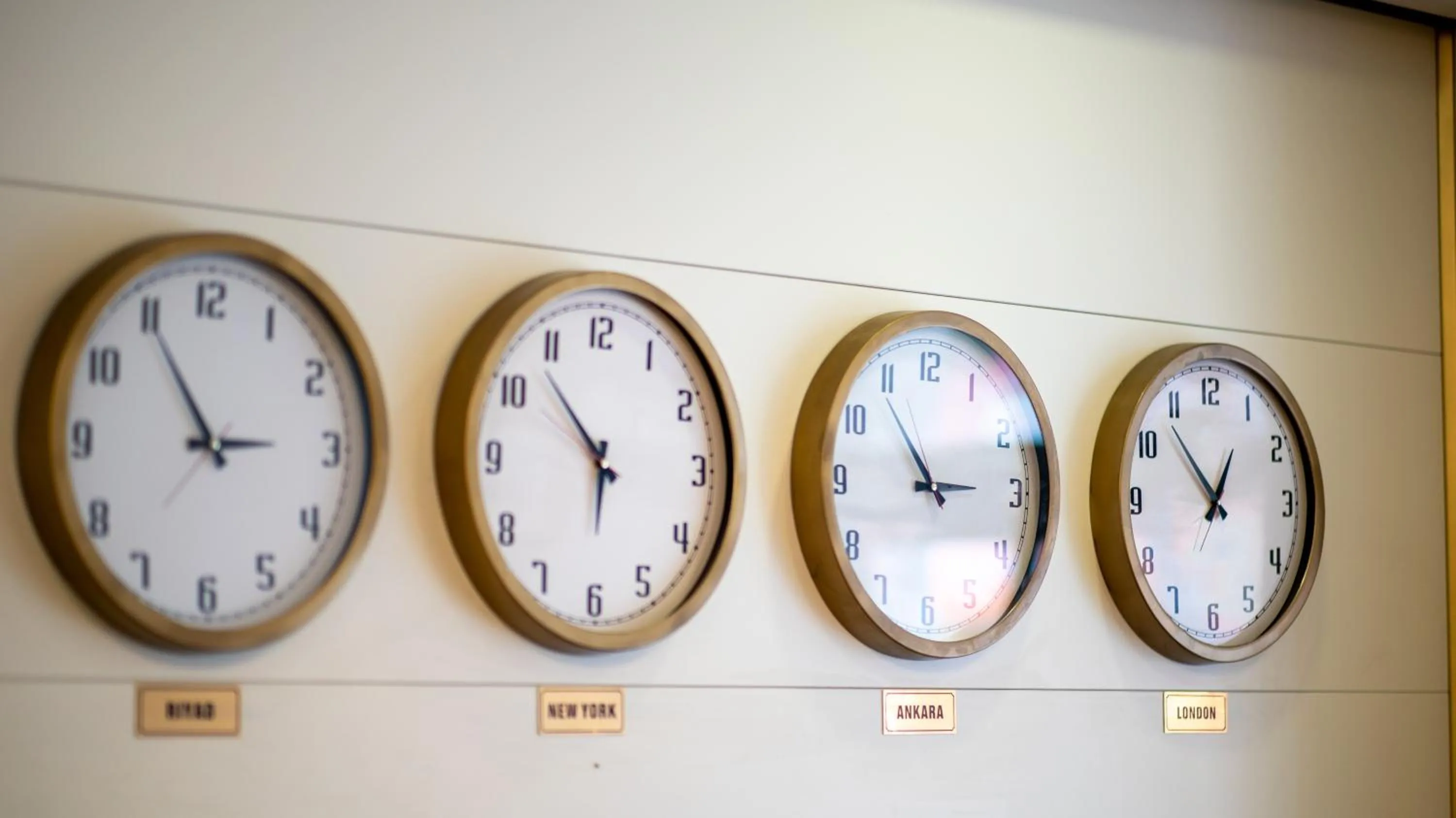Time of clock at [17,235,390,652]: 2:54
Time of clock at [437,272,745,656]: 5:53
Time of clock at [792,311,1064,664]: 2:53
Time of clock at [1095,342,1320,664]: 12:53
